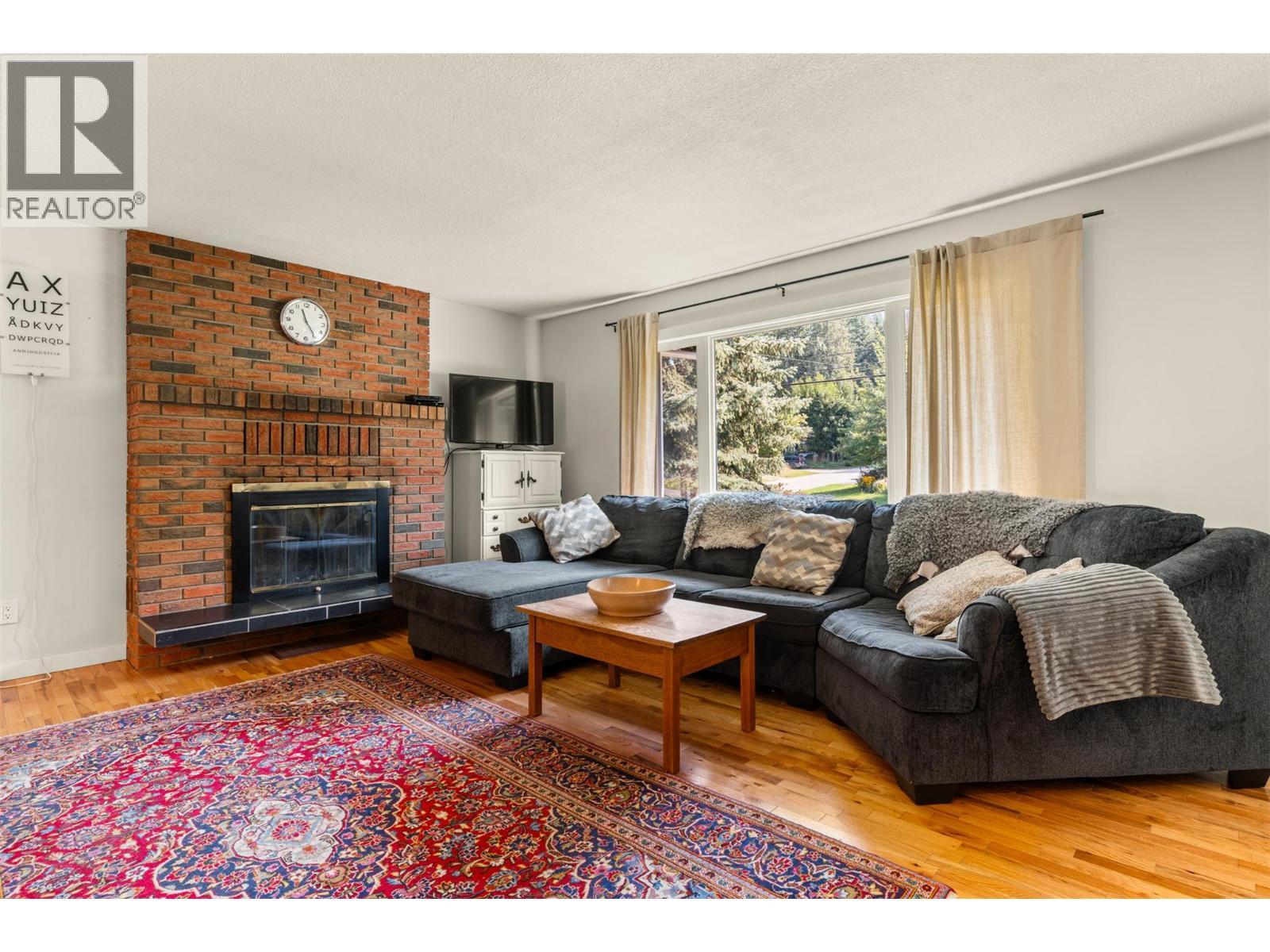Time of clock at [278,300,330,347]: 11:24
